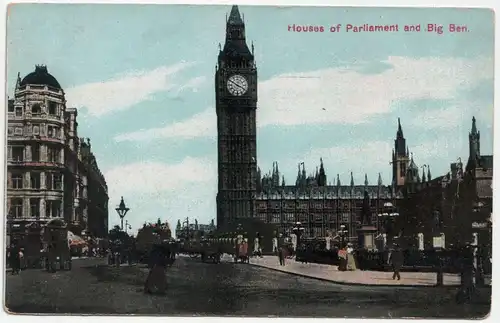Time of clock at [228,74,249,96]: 3:50
